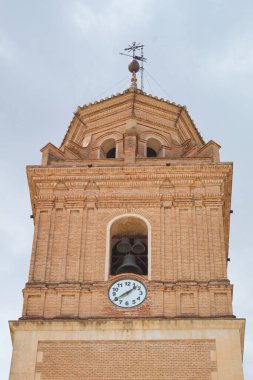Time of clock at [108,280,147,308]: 1:39
